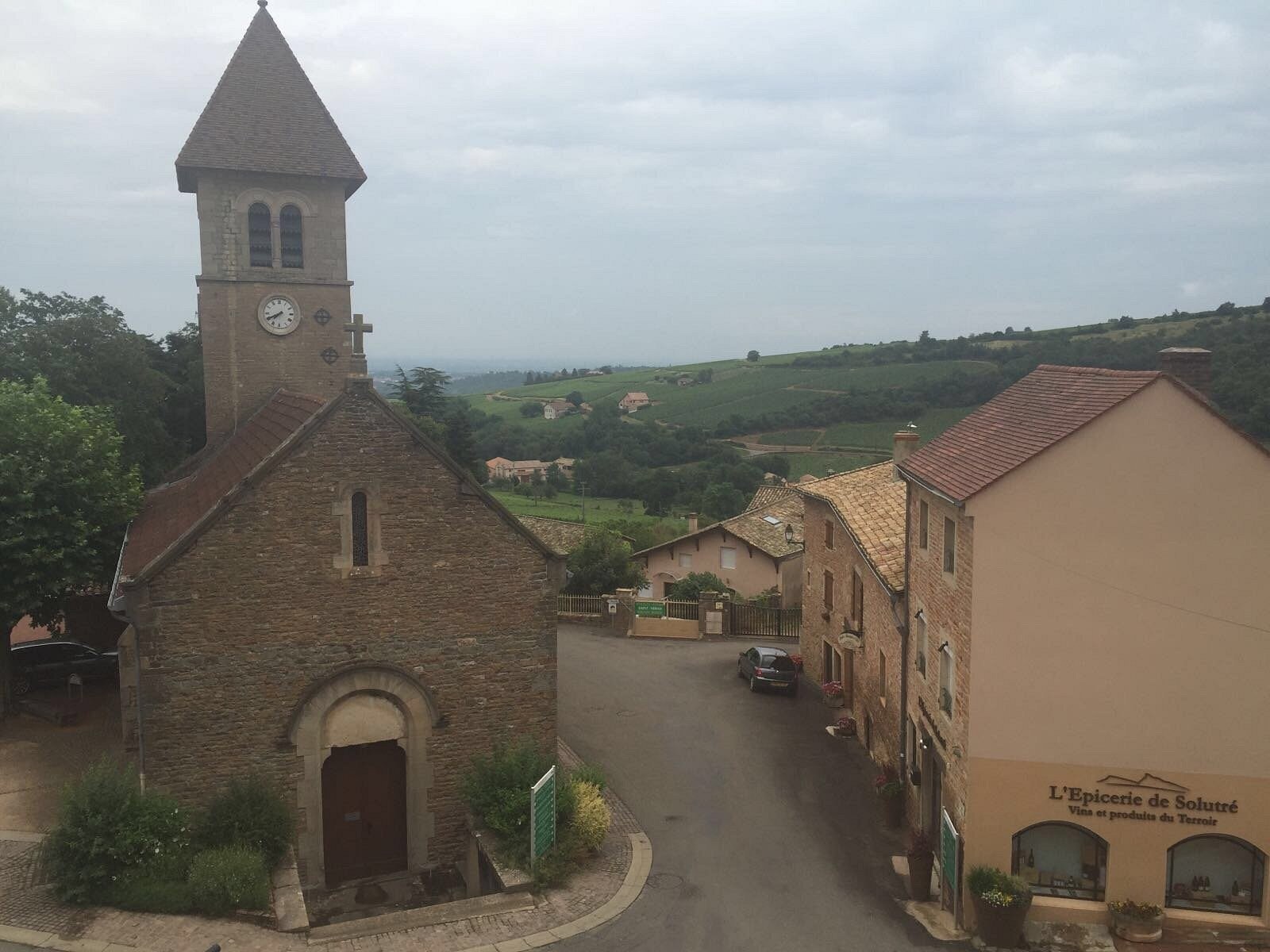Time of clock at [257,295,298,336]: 7:40
